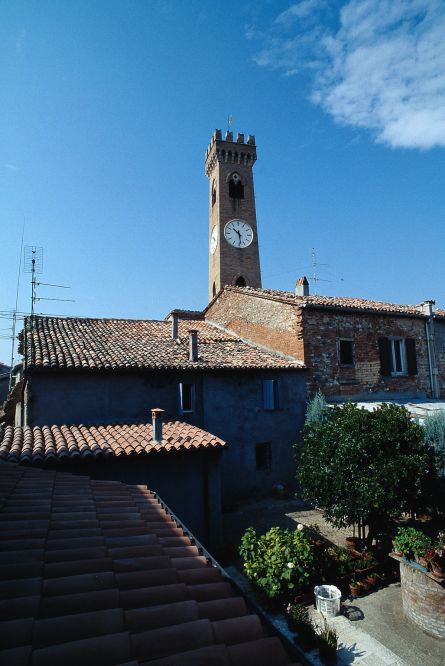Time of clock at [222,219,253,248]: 10:28
